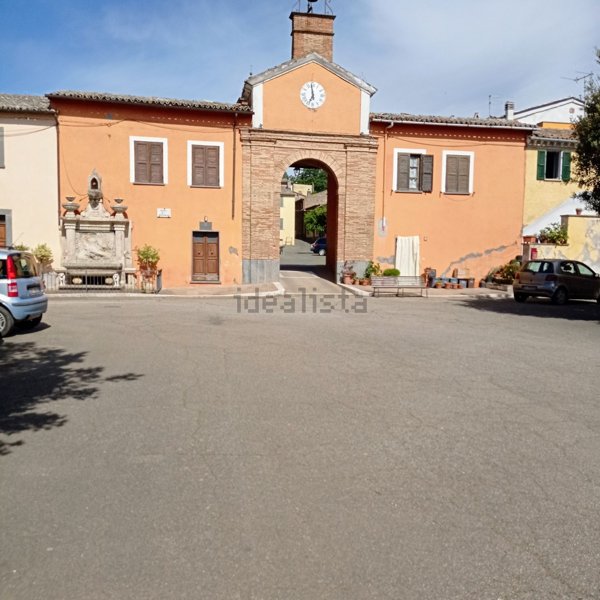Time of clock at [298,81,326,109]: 6:58
